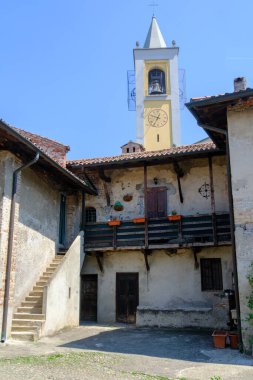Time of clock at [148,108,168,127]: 12:34
